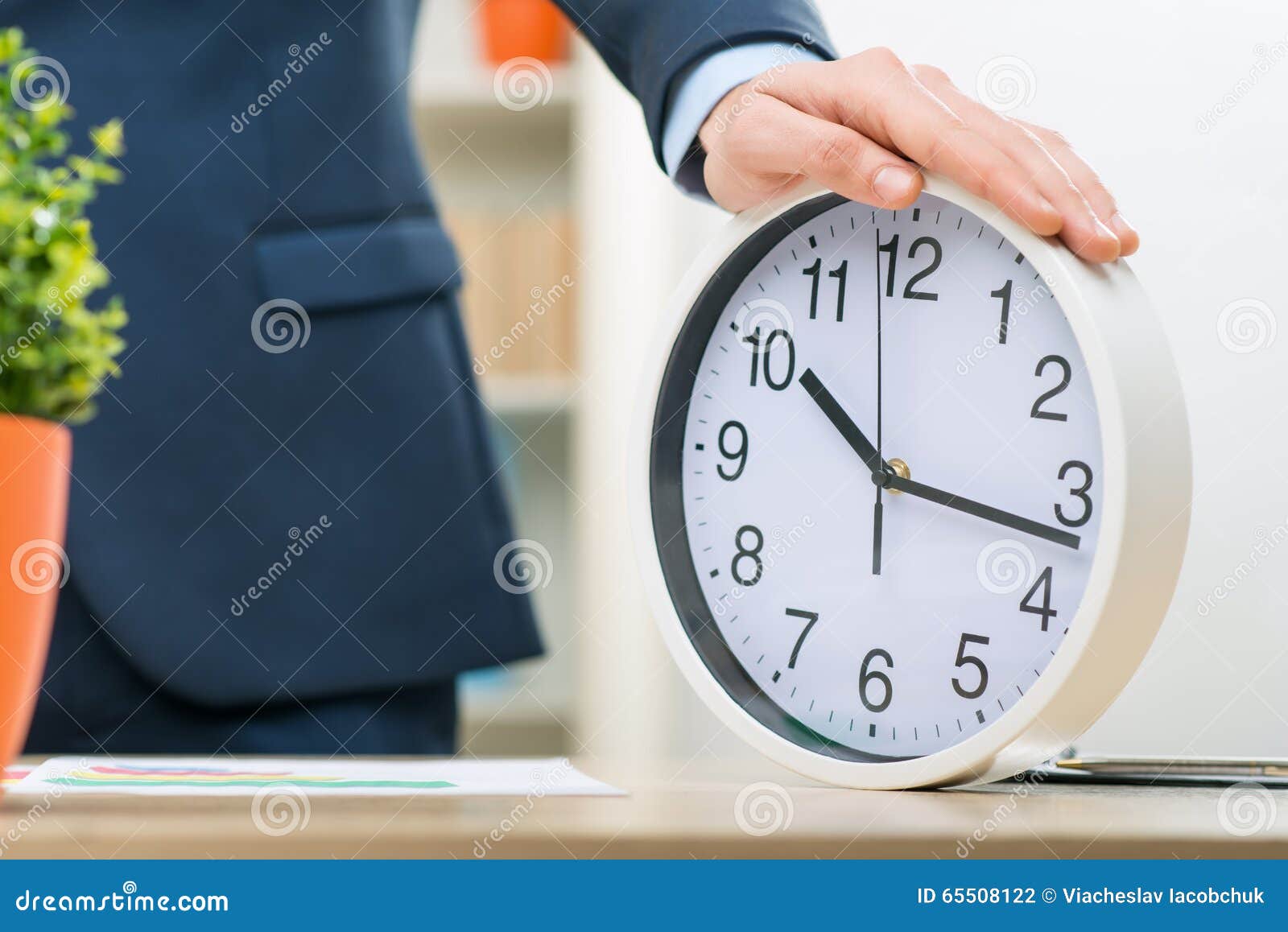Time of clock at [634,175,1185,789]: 10:16
